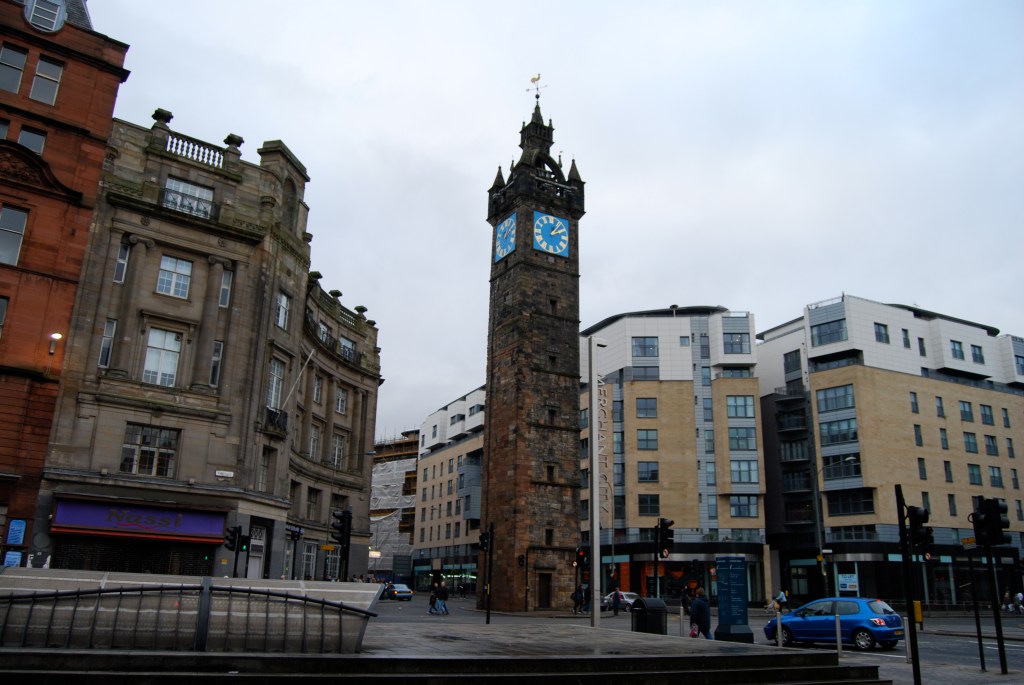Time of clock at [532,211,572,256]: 2:06
